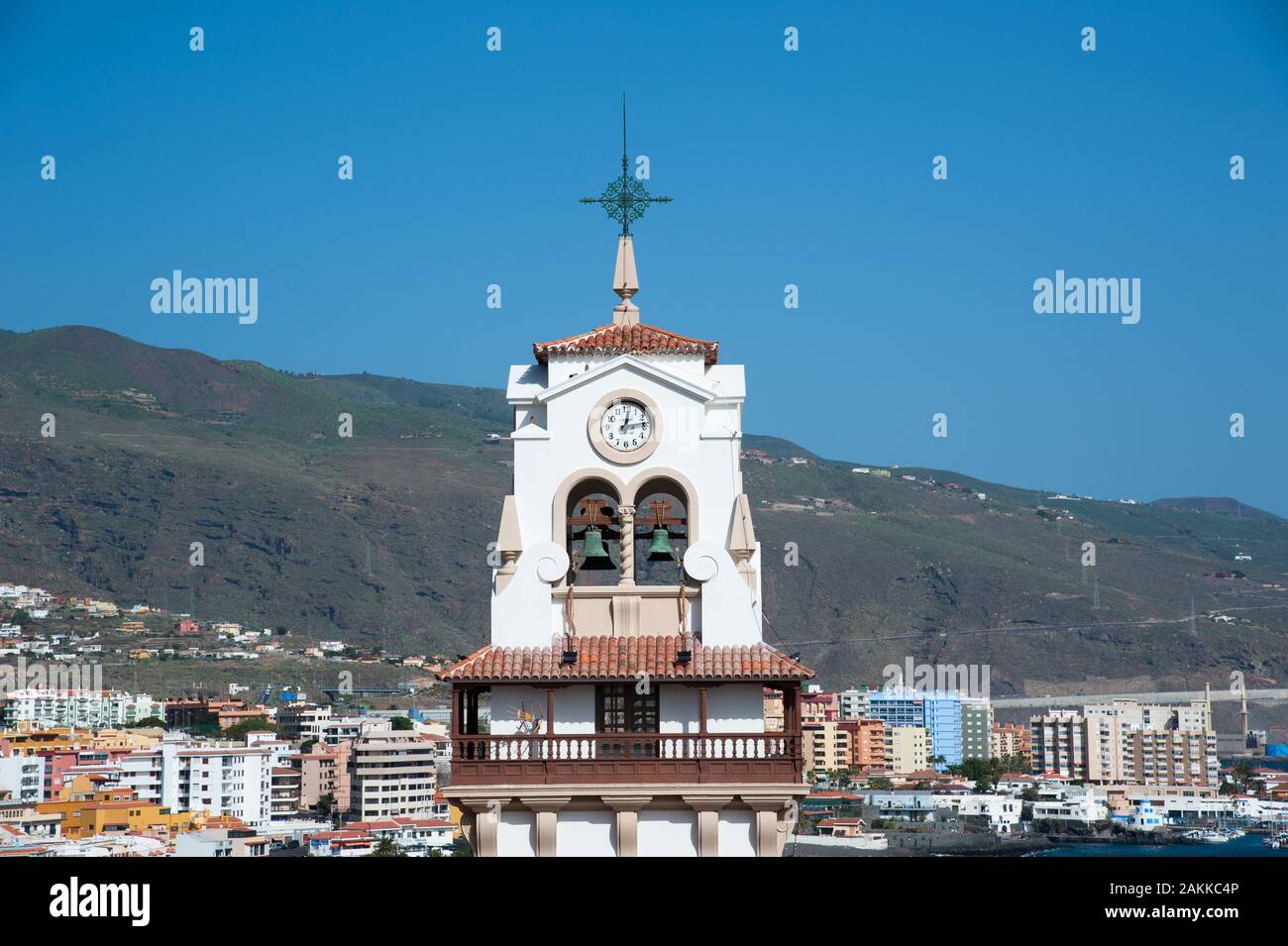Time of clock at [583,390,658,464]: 12:13
